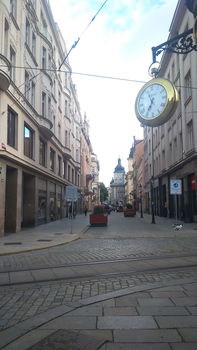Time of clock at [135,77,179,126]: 6:56
